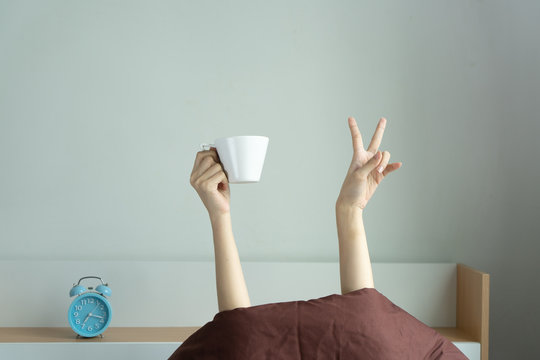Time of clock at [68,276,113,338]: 7:17
